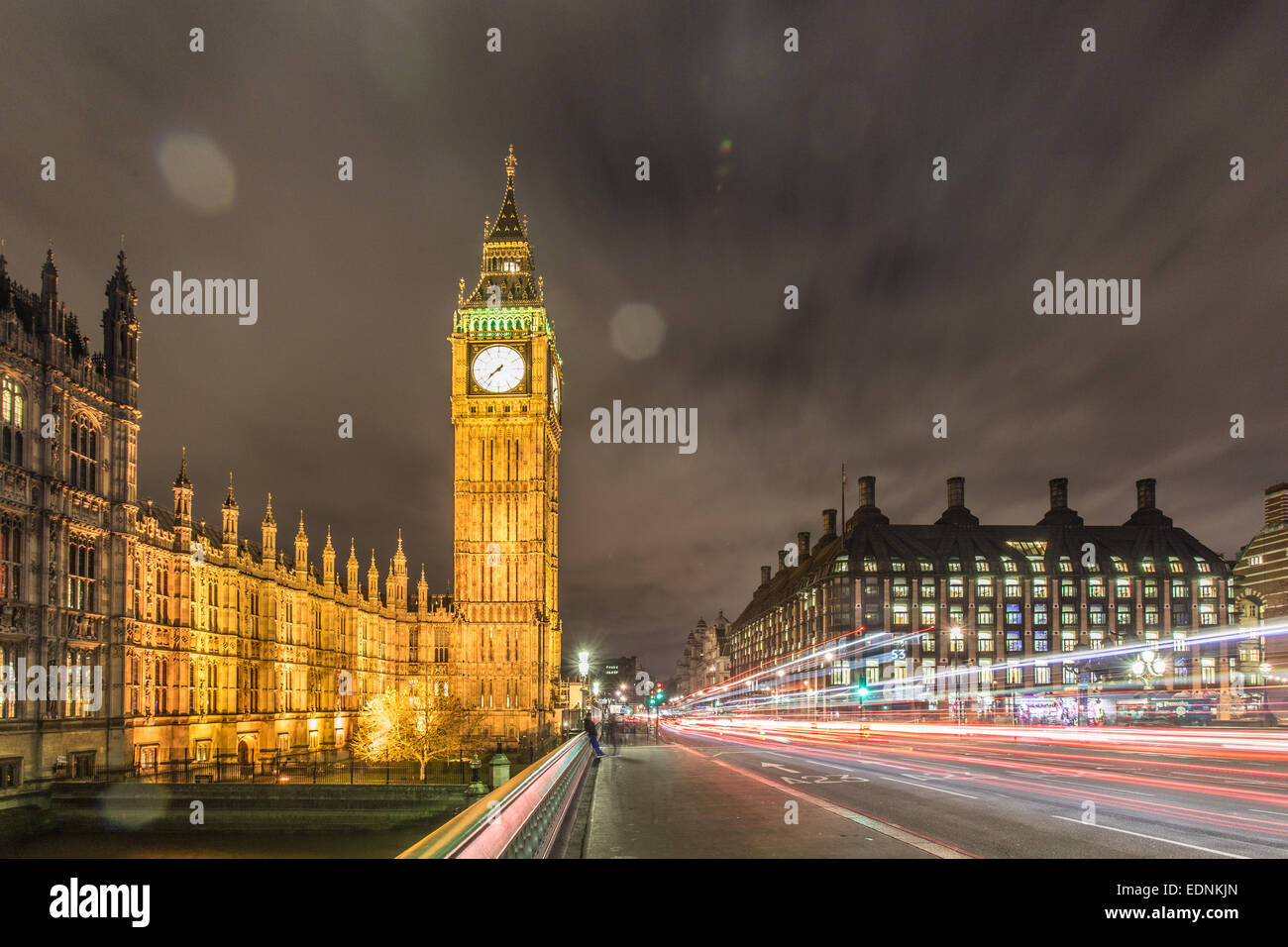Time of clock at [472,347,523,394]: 7:37
